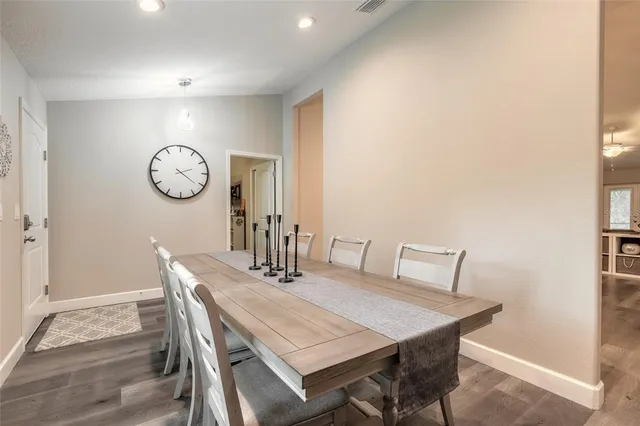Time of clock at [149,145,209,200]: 2:21
